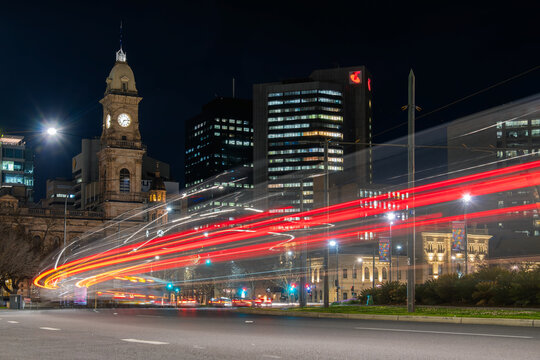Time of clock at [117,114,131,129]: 7:13
